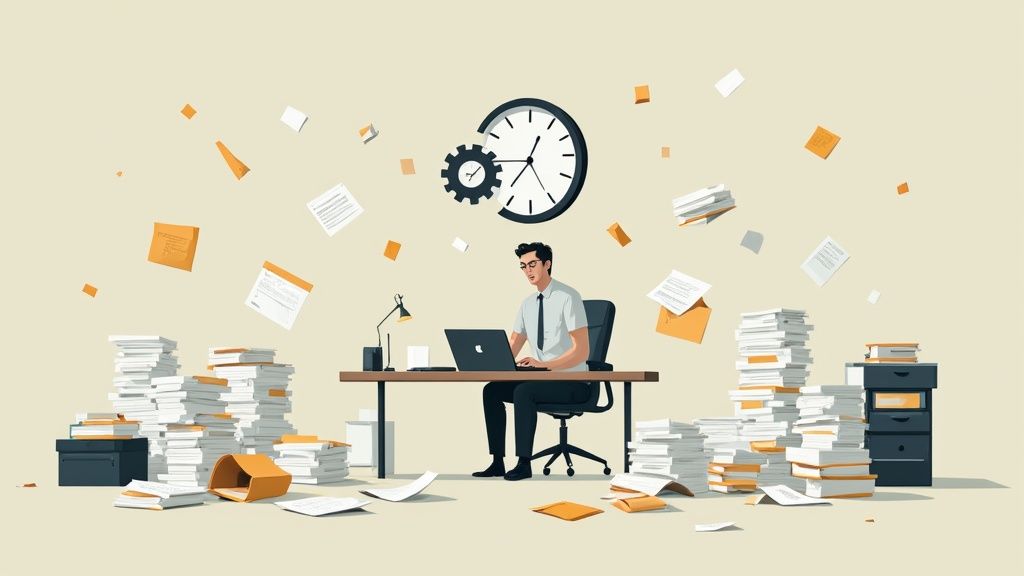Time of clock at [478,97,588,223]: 12:36
